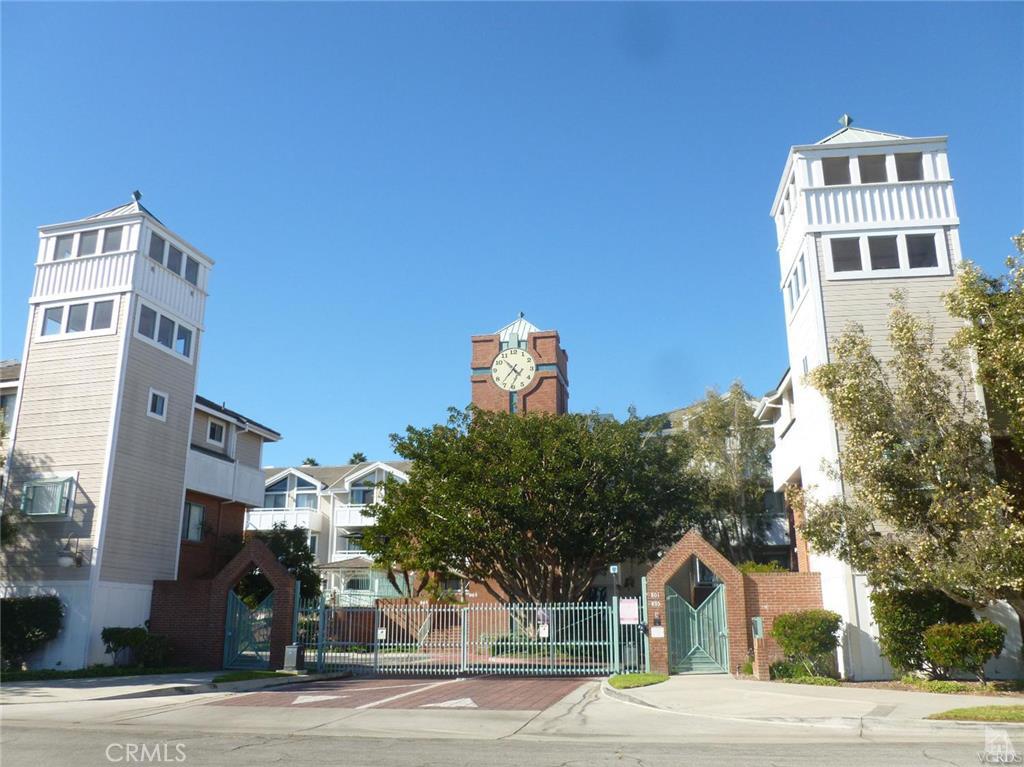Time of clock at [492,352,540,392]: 4:36
